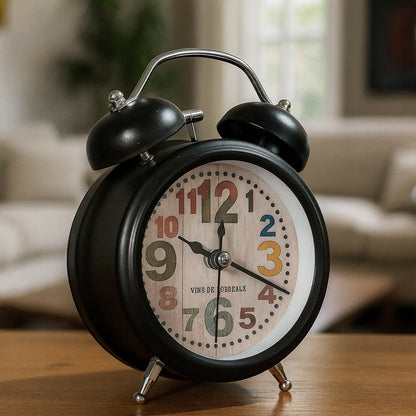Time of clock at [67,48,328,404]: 12:19
